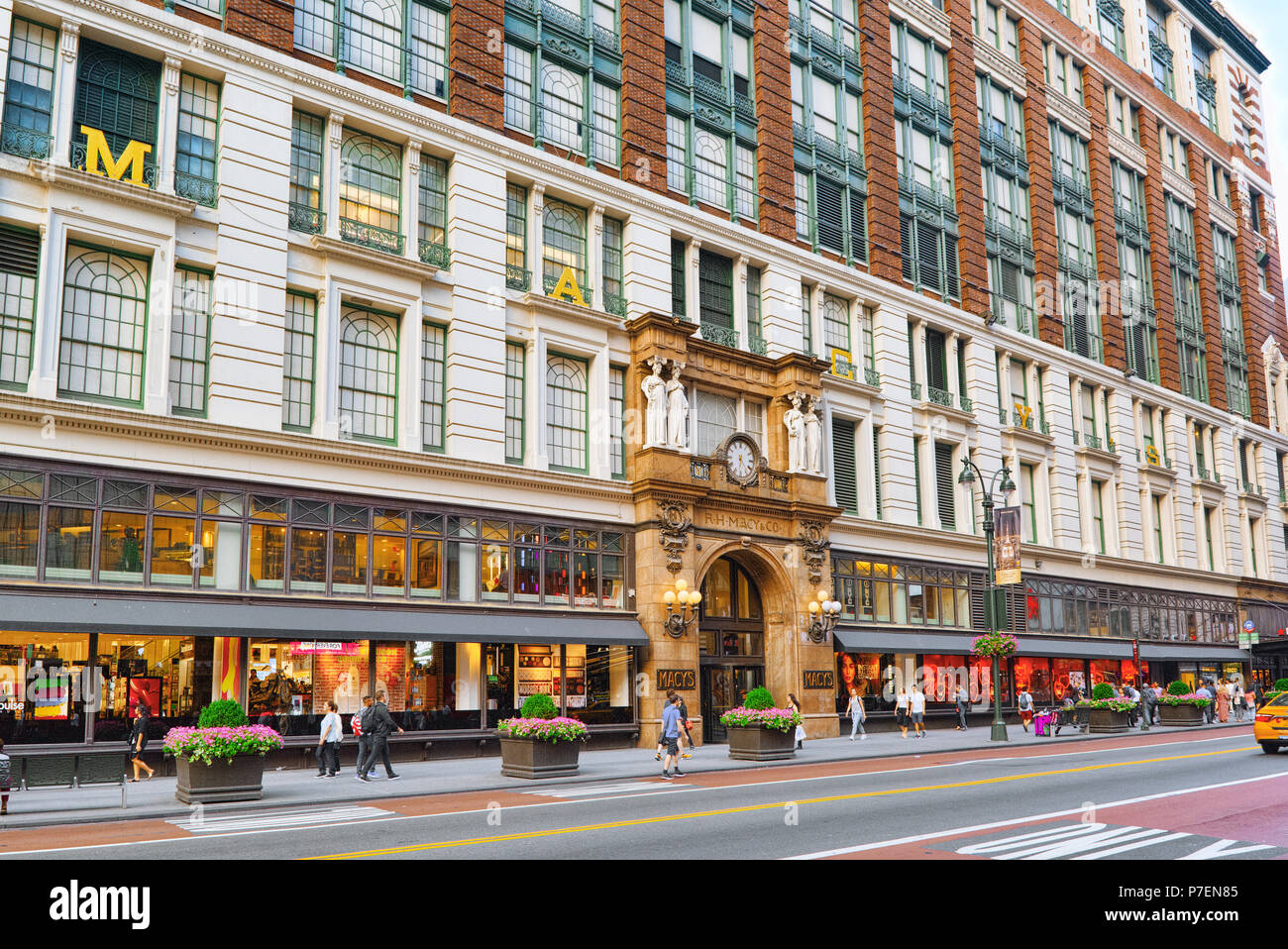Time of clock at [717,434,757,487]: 6:23
